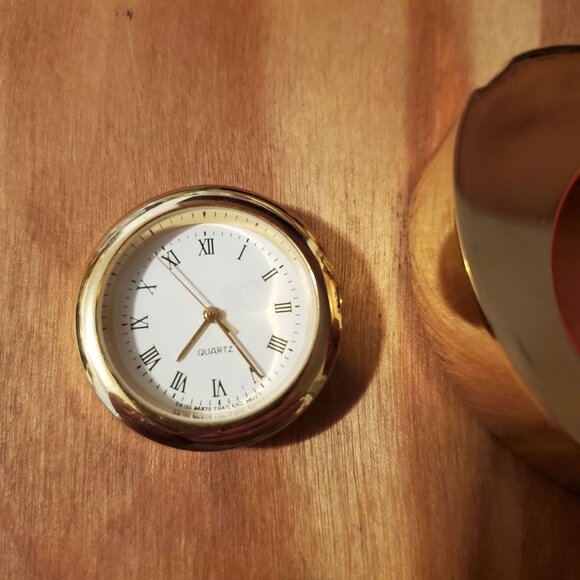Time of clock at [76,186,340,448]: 7:24
